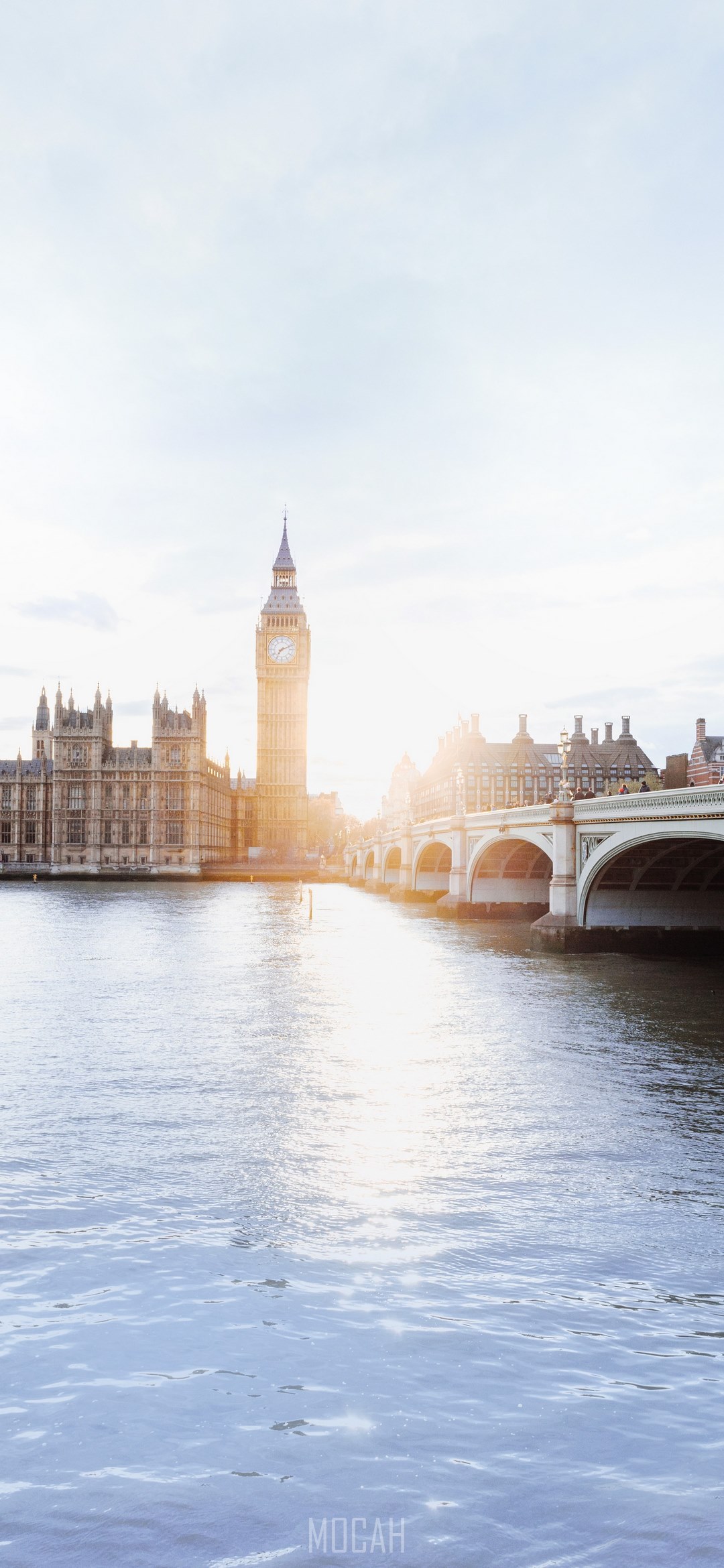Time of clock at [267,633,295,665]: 7:11
